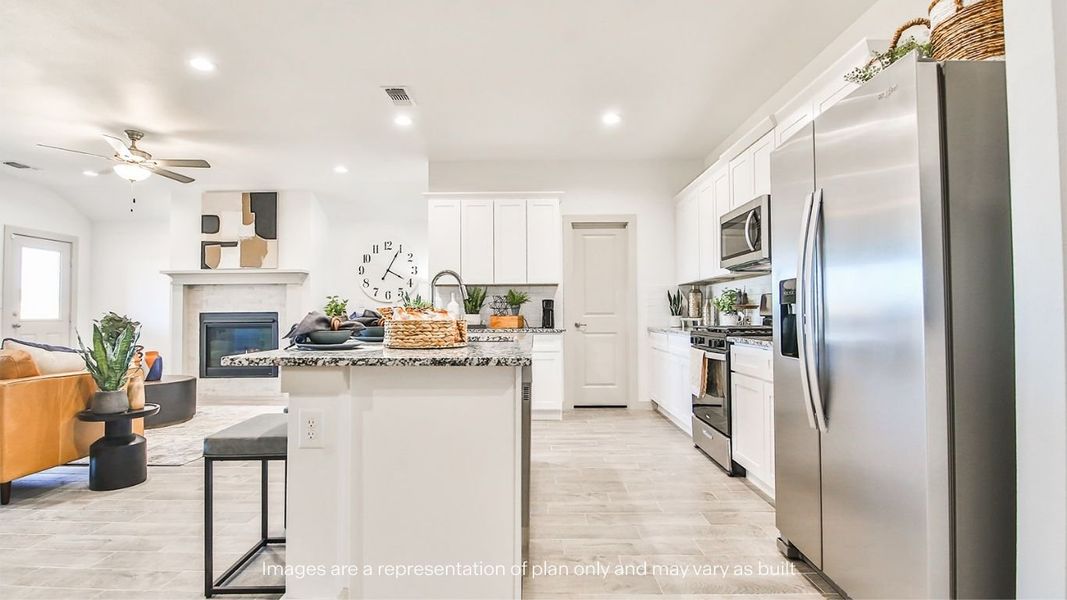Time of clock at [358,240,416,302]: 4:04
